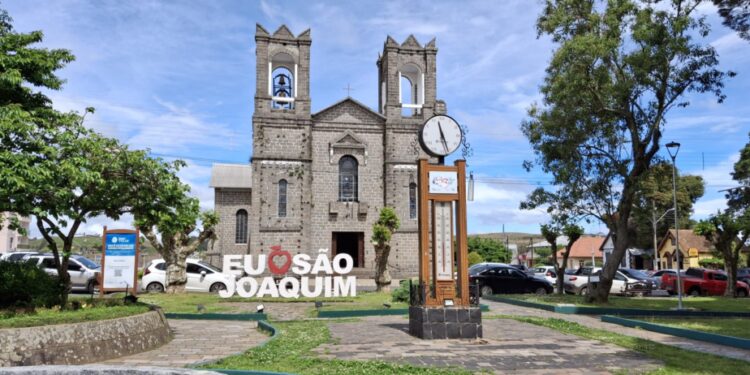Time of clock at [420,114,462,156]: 11:26
